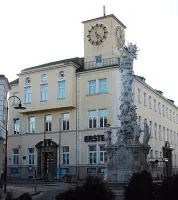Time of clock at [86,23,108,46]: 4:28
